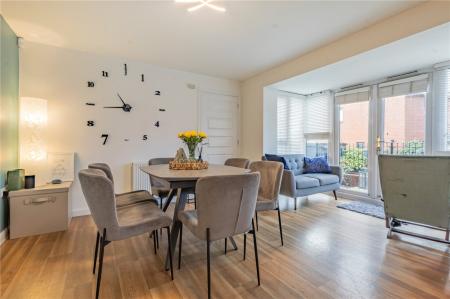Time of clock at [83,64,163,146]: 10:44
